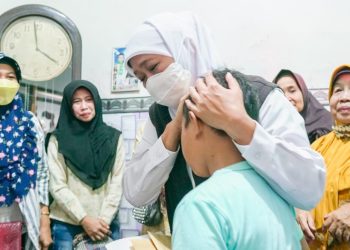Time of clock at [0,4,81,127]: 3:58
